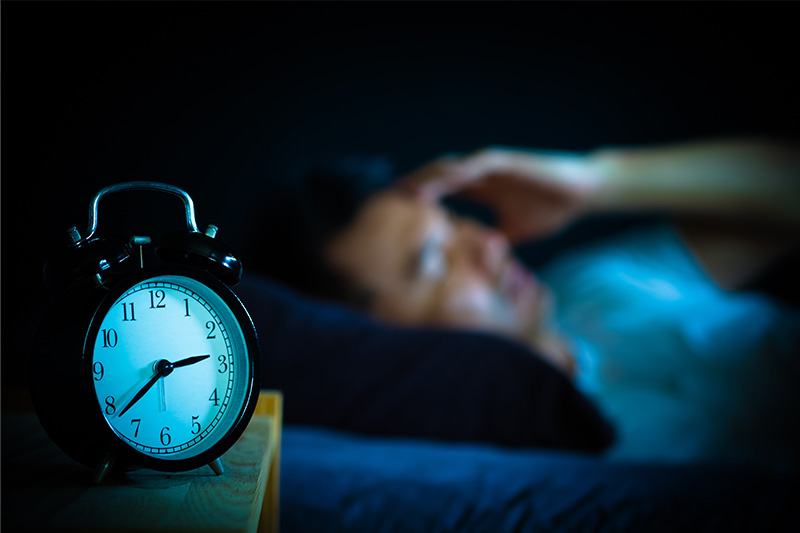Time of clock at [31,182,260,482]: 2:38
